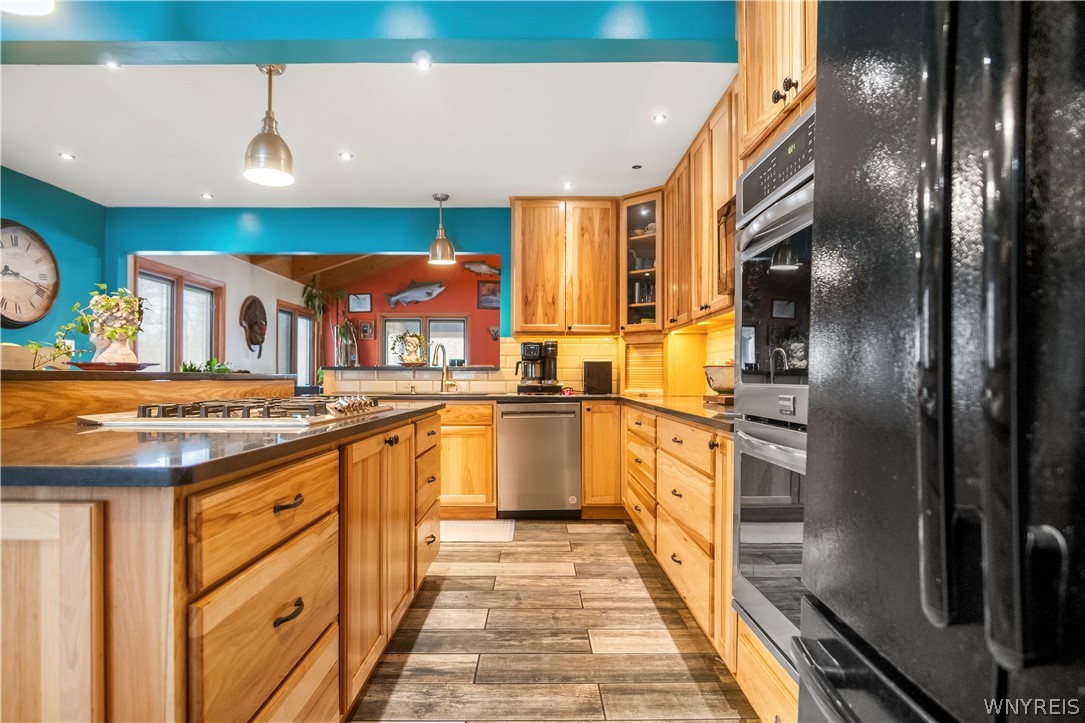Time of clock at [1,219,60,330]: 9:18
